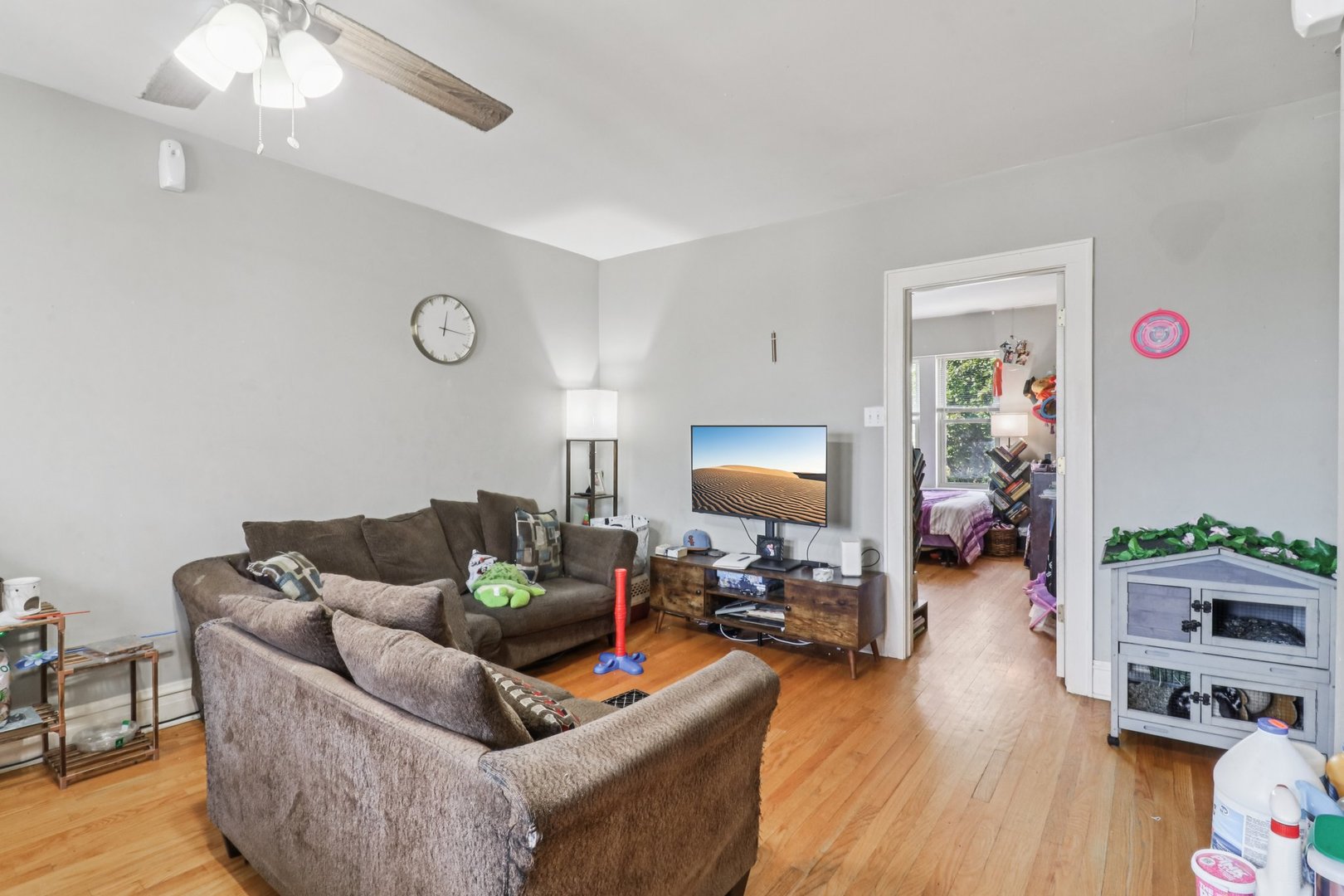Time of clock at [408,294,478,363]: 12:16
